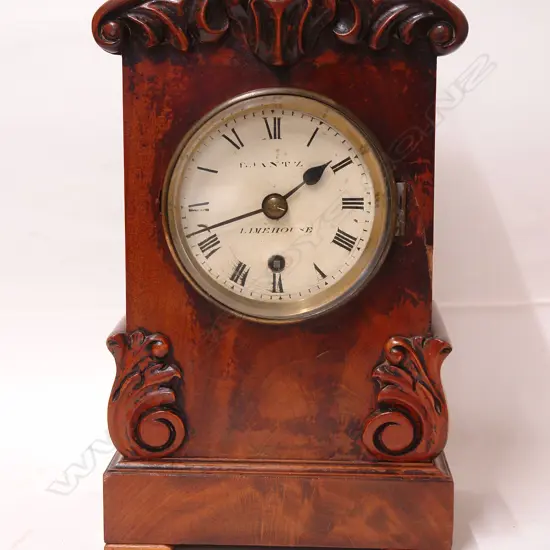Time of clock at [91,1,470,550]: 1:42
